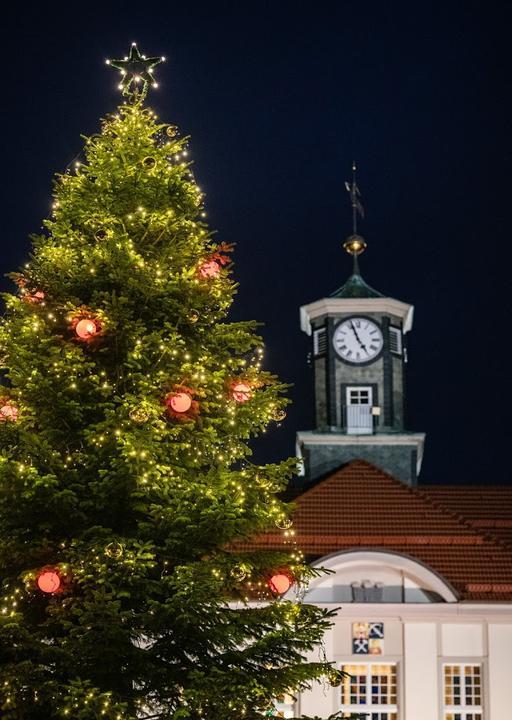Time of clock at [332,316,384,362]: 4:56
